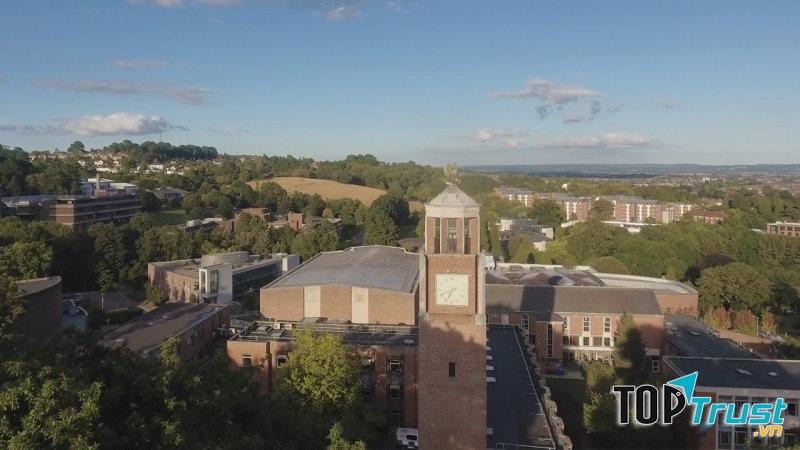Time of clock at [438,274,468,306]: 6:41
